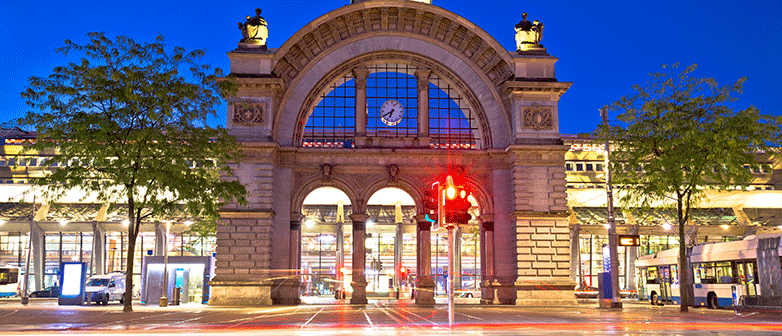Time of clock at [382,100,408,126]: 6:40
